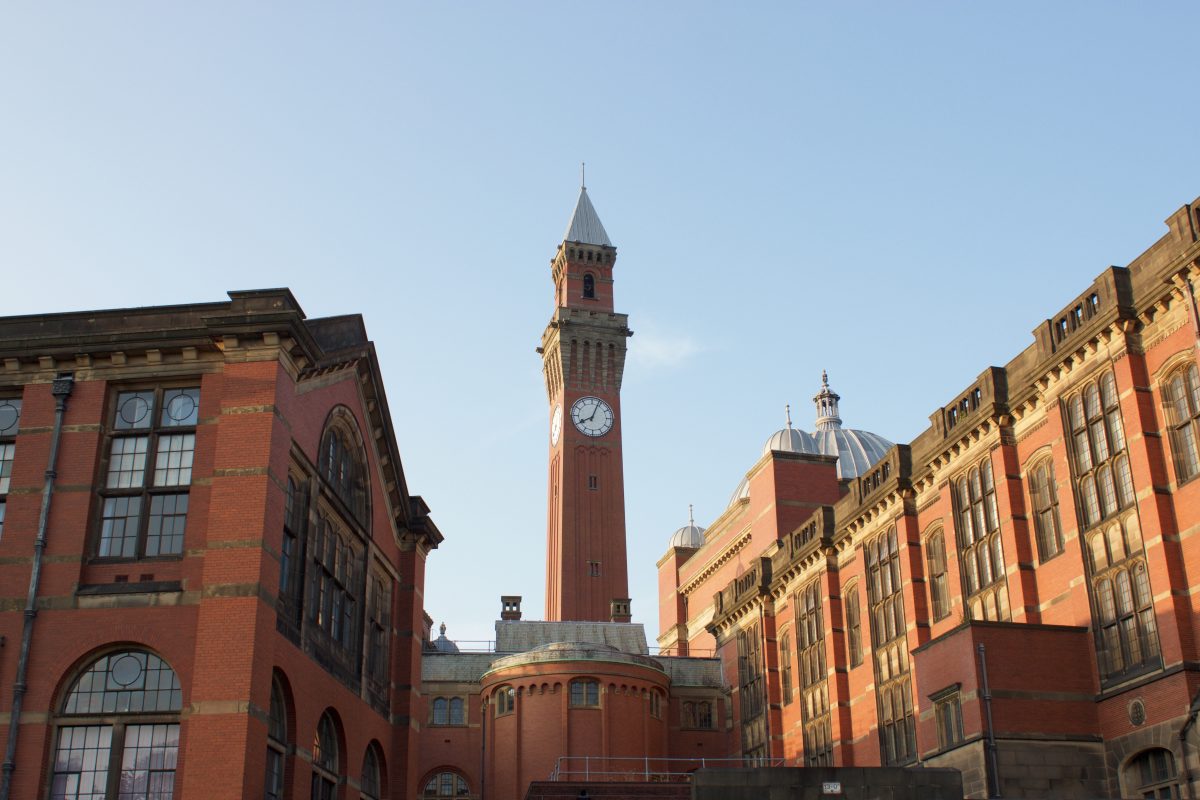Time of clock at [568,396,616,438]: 8:03
